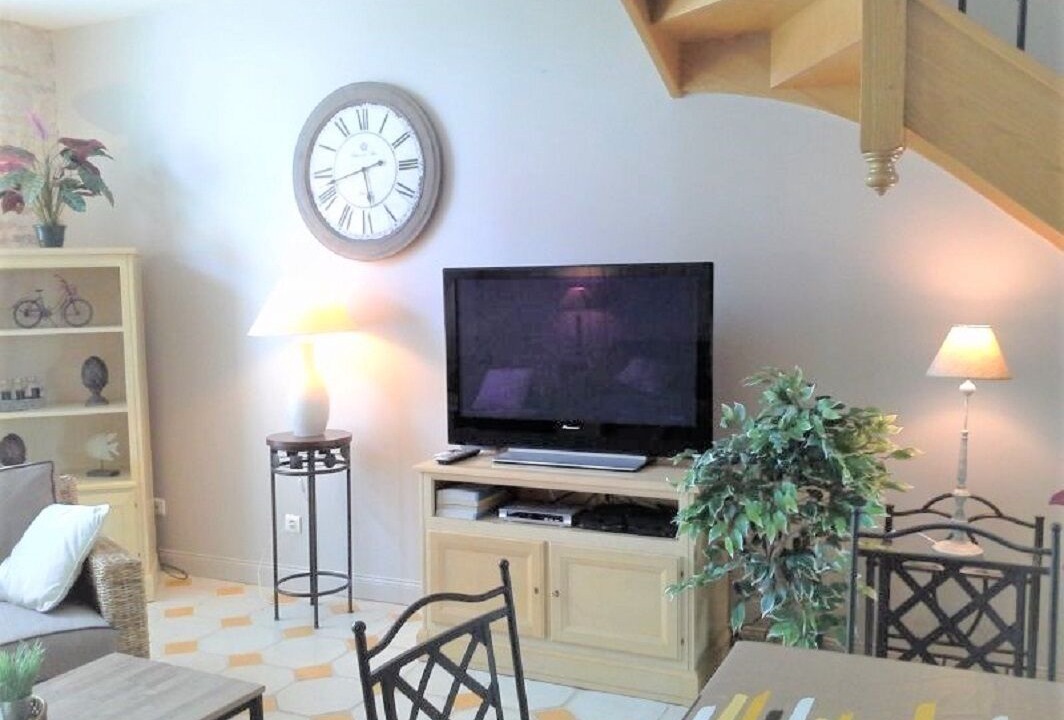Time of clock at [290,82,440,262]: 5:42
